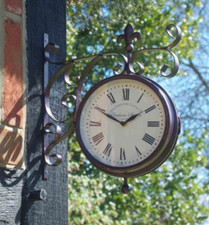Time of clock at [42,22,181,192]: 1:49
